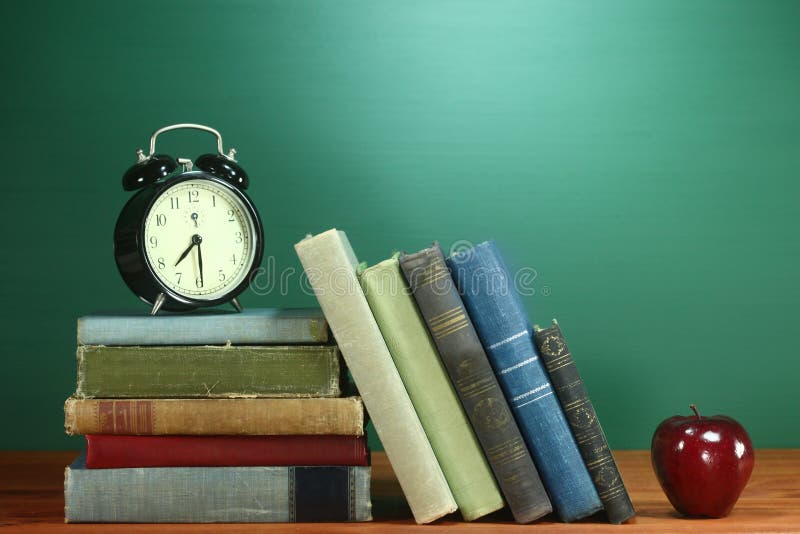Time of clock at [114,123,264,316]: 7:29
